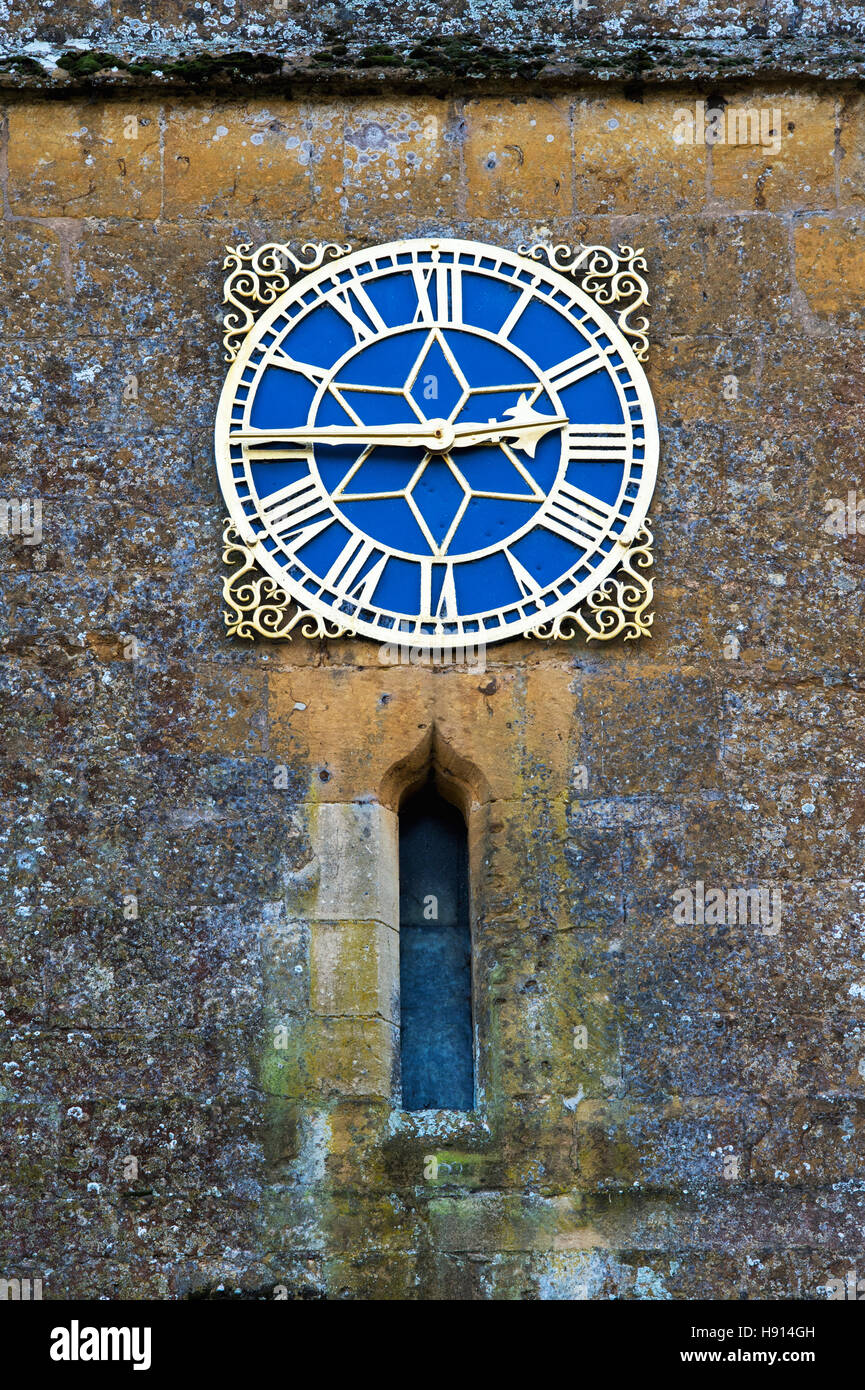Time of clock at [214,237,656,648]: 2:44
